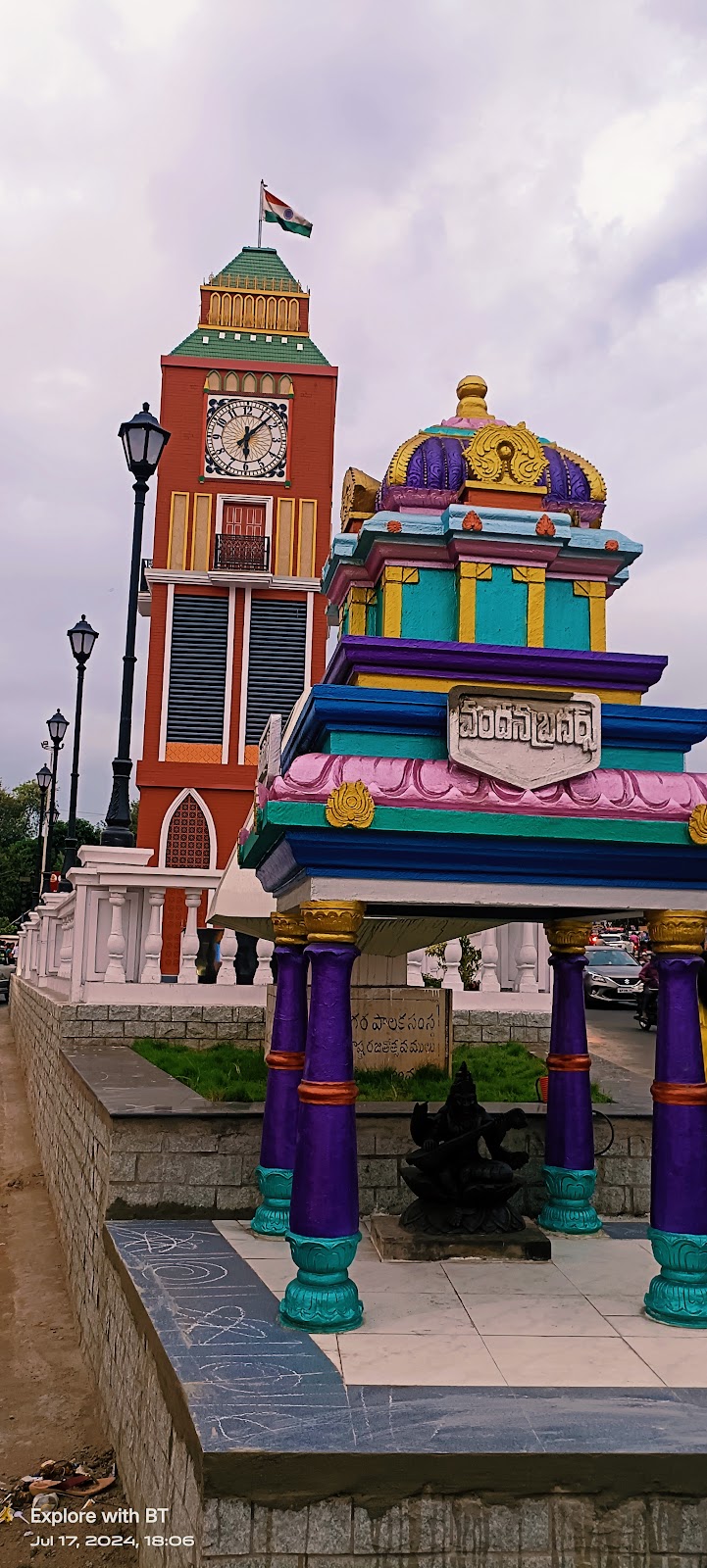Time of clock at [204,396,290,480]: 6:07
